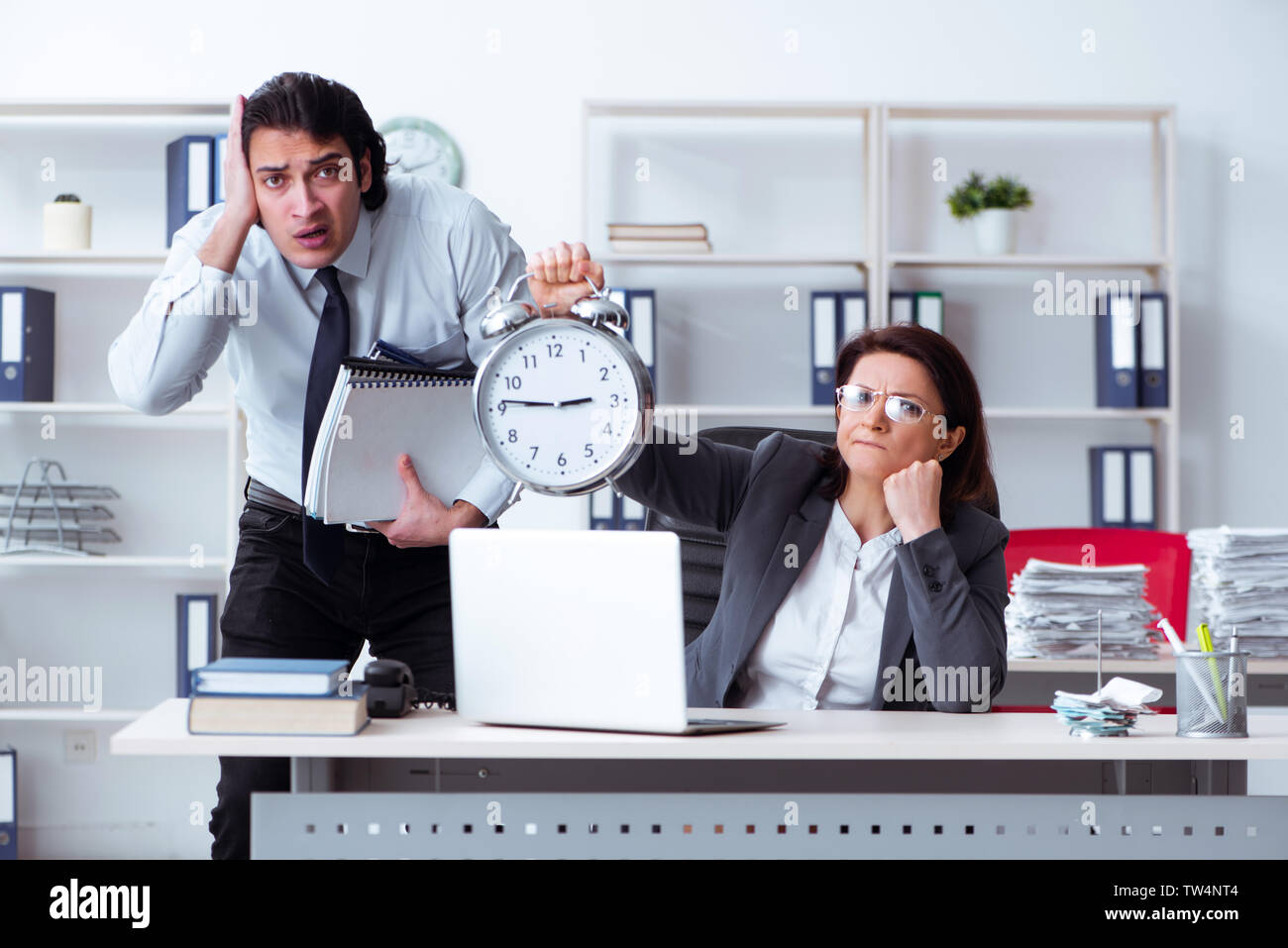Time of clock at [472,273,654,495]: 2:46
